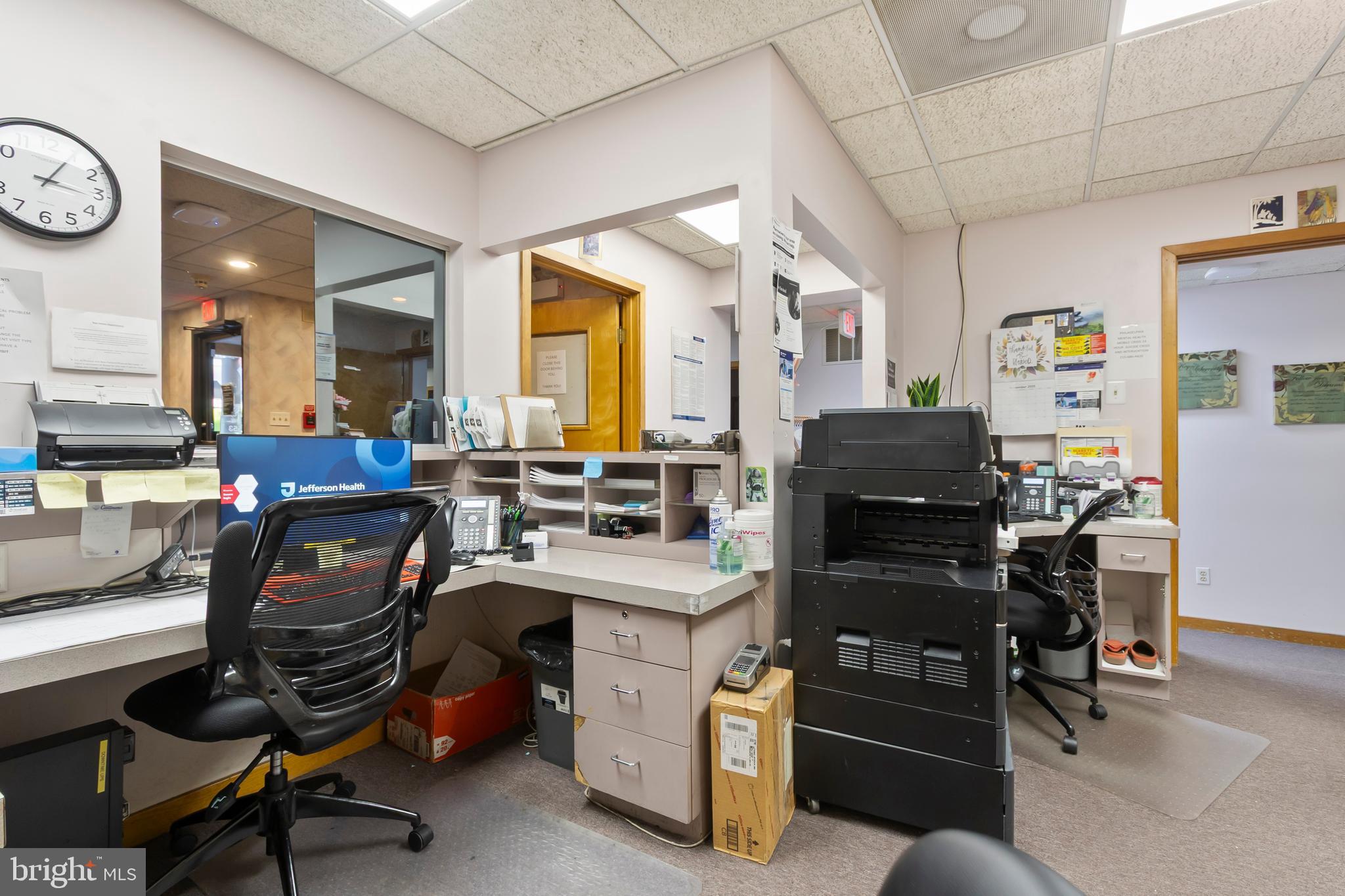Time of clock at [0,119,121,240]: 3:04
